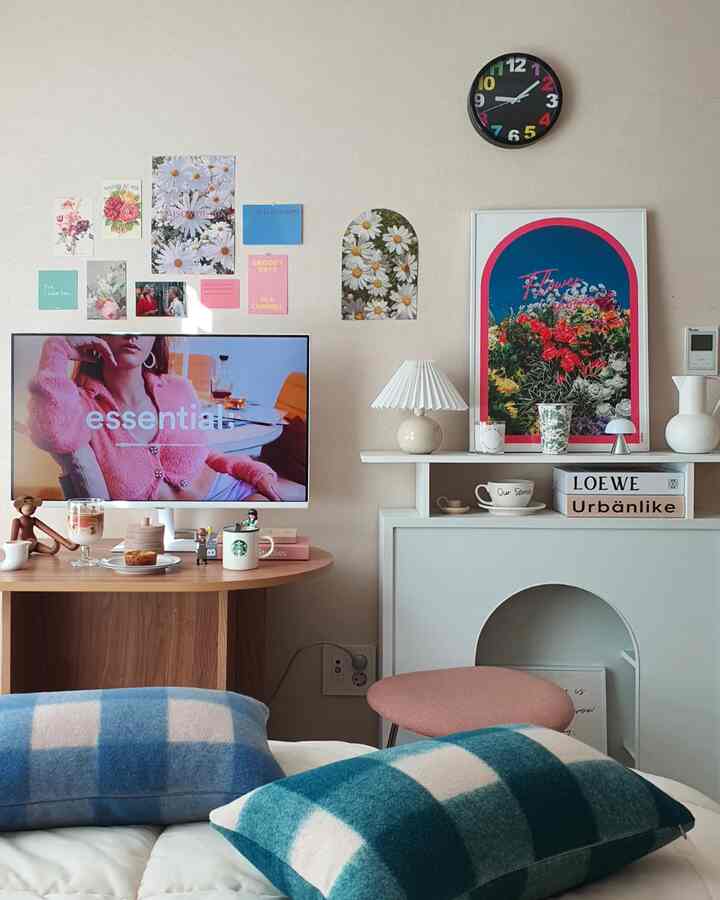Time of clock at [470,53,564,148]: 9:08
